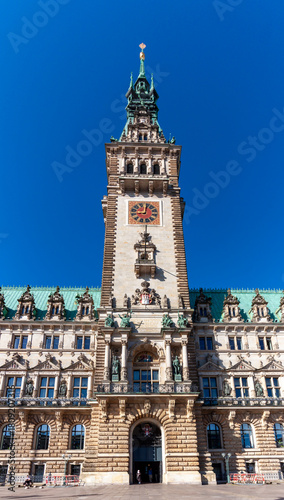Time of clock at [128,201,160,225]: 9:01
